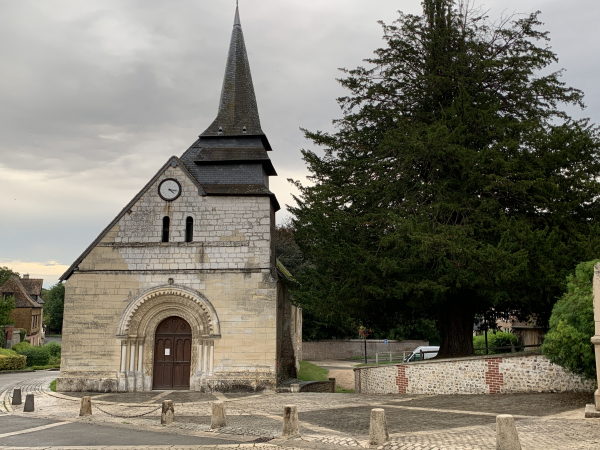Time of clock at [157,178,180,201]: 4:16
